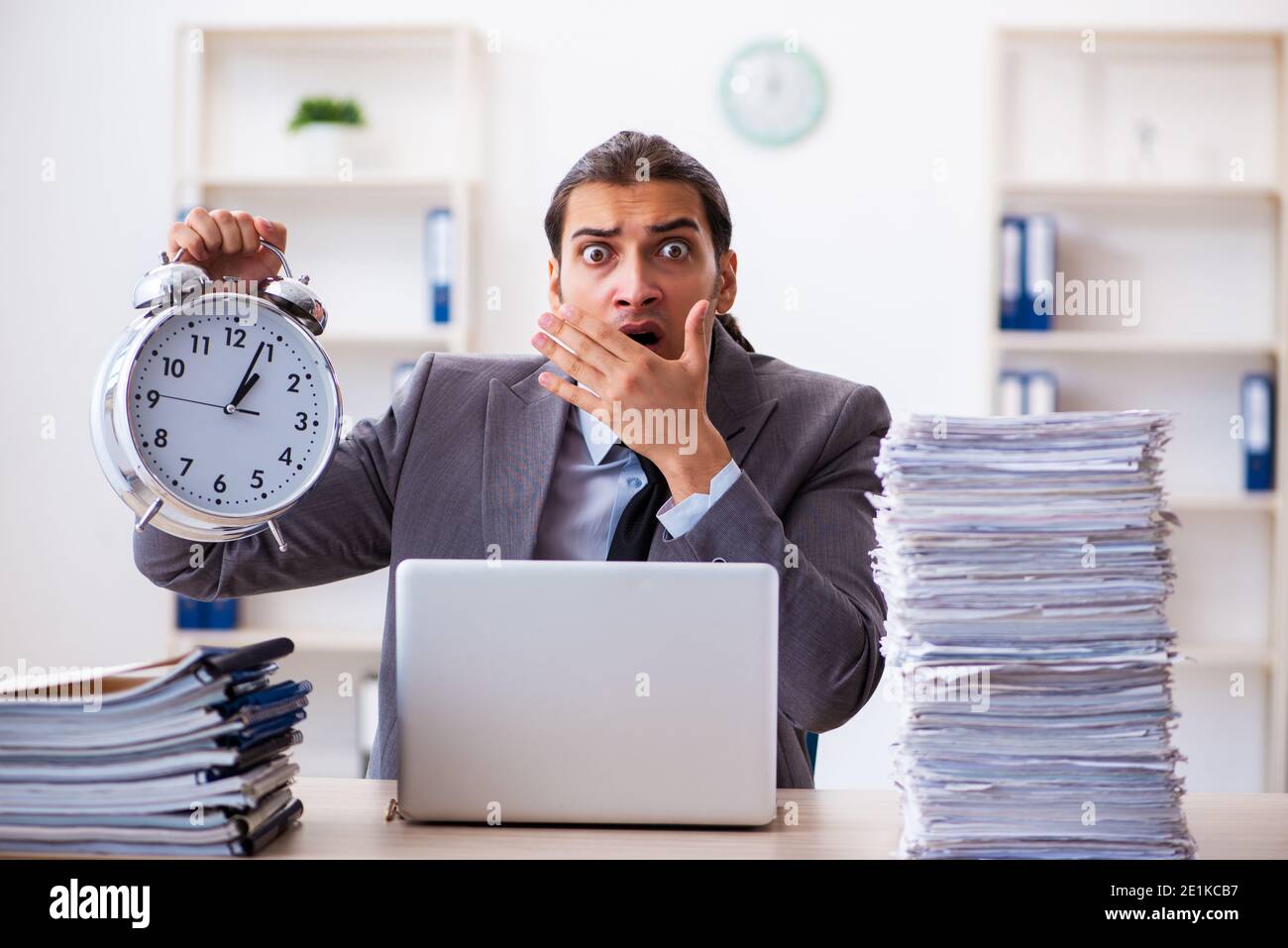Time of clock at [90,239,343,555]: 1:03
